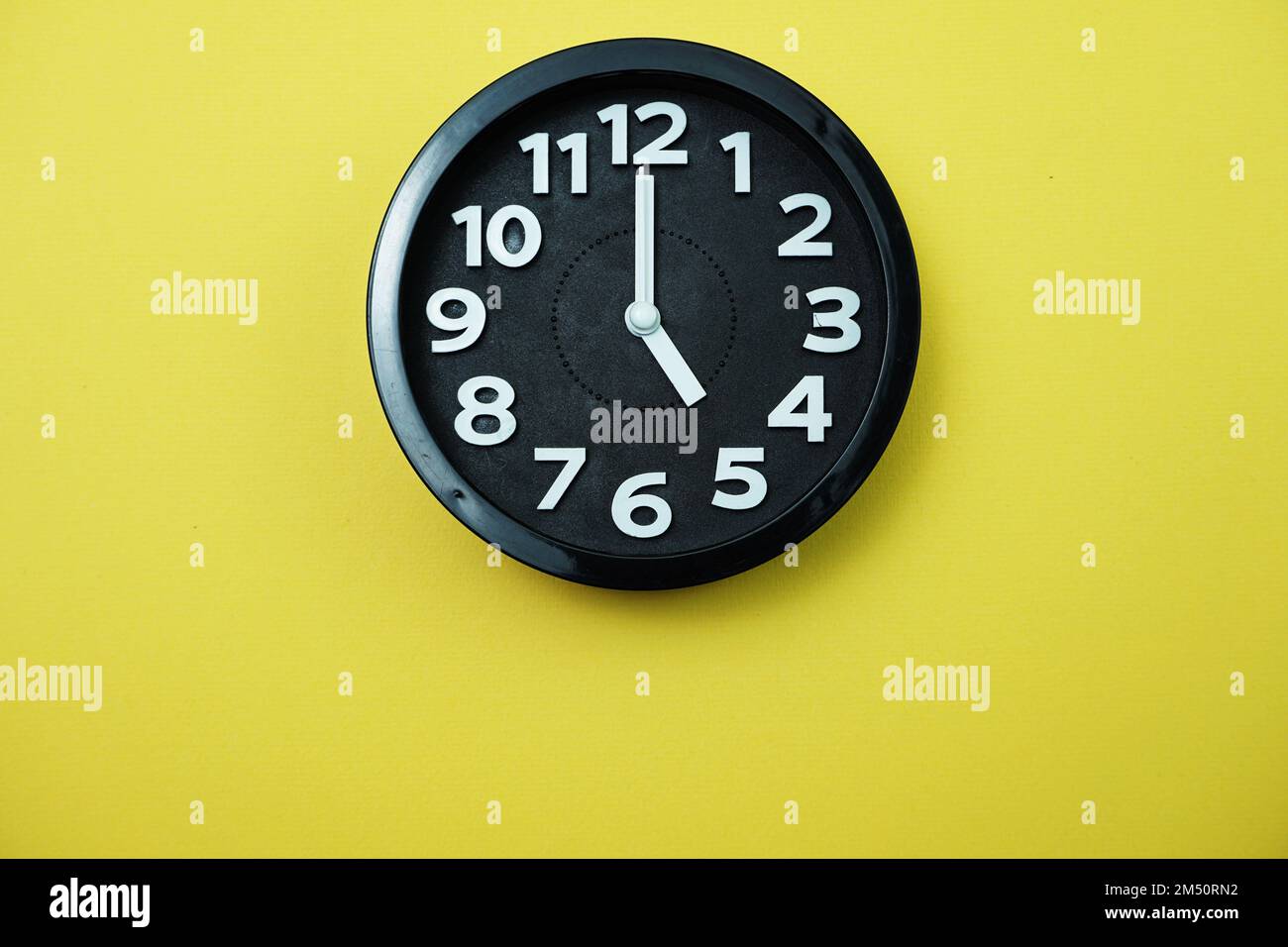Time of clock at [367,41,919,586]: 5:00
